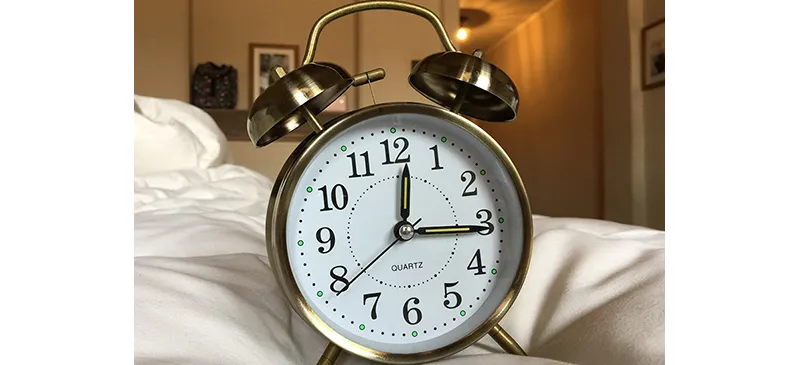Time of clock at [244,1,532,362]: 12:15
